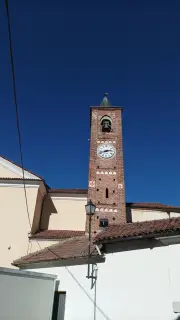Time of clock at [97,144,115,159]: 2:42
